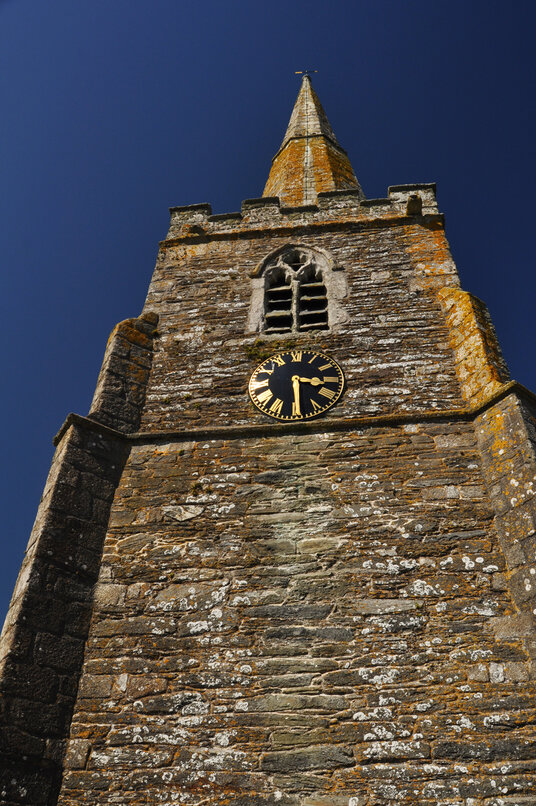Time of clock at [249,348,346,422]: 3:29
